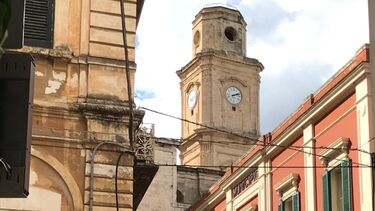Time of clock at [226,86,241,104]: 2:11
